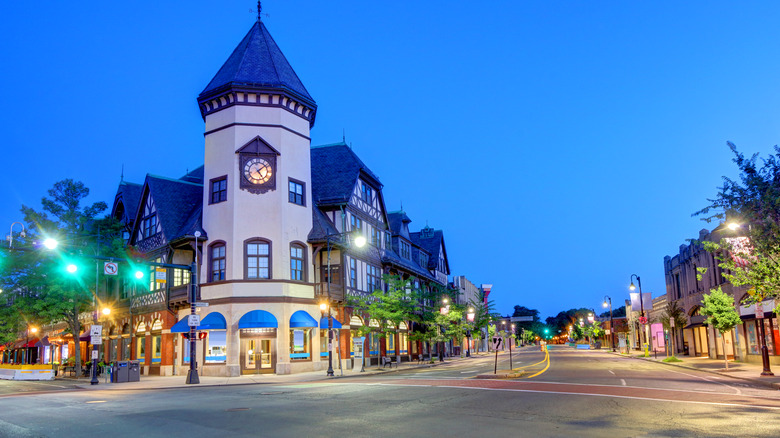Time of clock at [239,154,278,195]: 5:08
